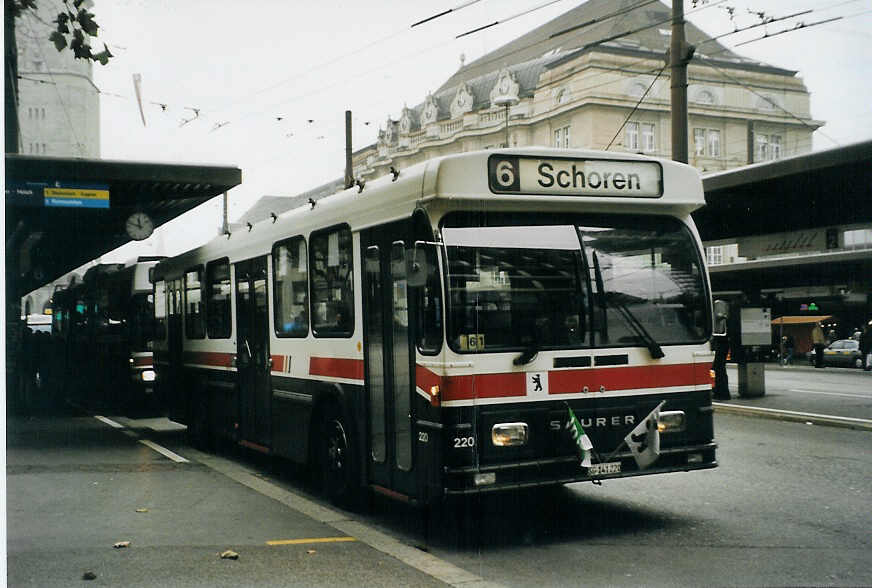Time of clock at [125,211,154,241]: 11:48
